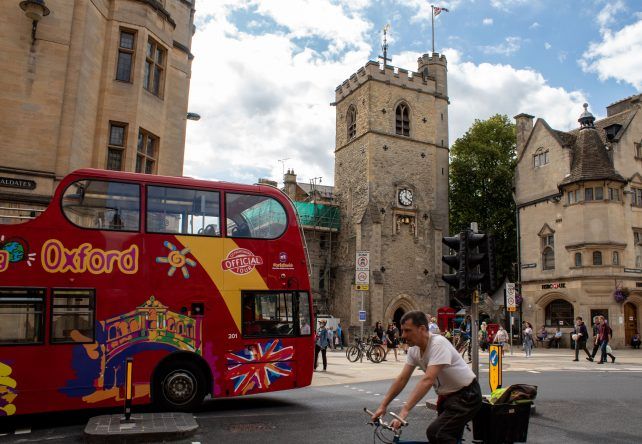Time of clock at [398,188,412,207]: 4:01
